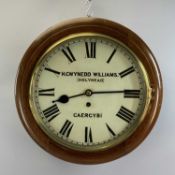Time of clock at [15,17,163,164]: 8:14
